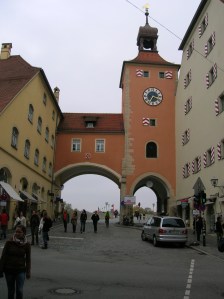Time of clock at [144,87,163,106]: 7:18
